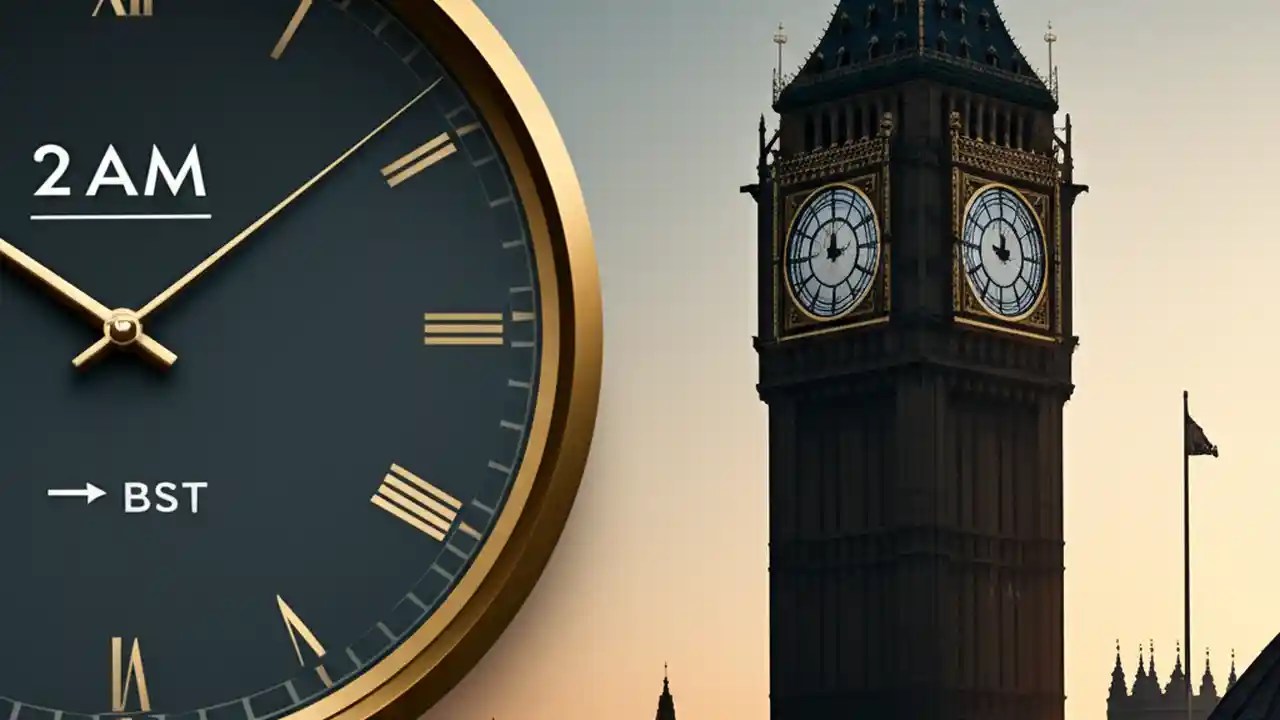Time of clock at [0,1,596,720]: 10:08
